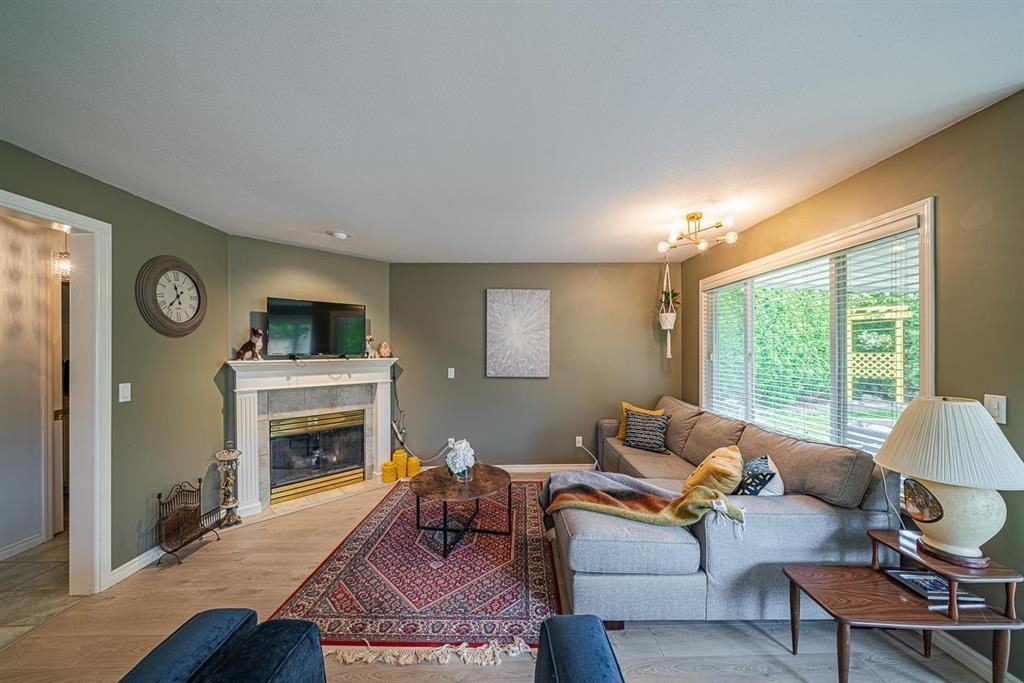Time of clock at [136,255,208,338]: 11:37
